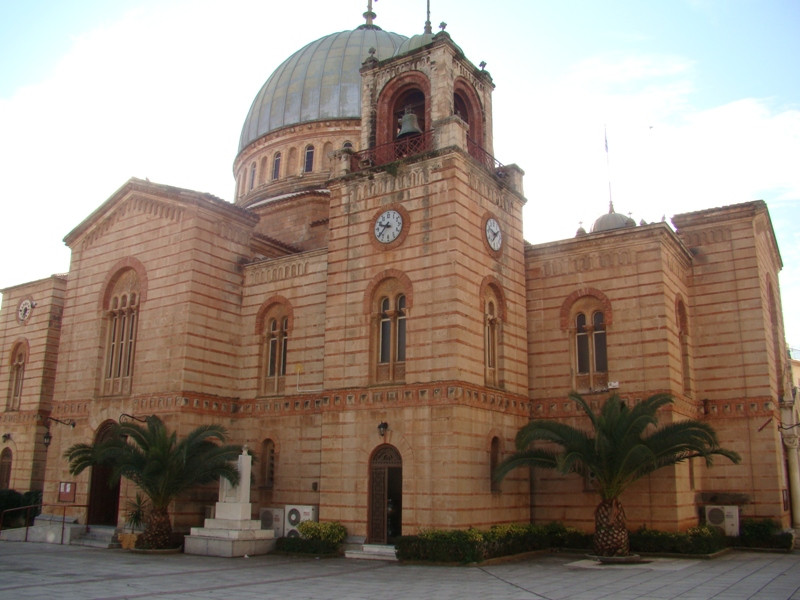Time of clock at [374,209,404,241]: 9:38
